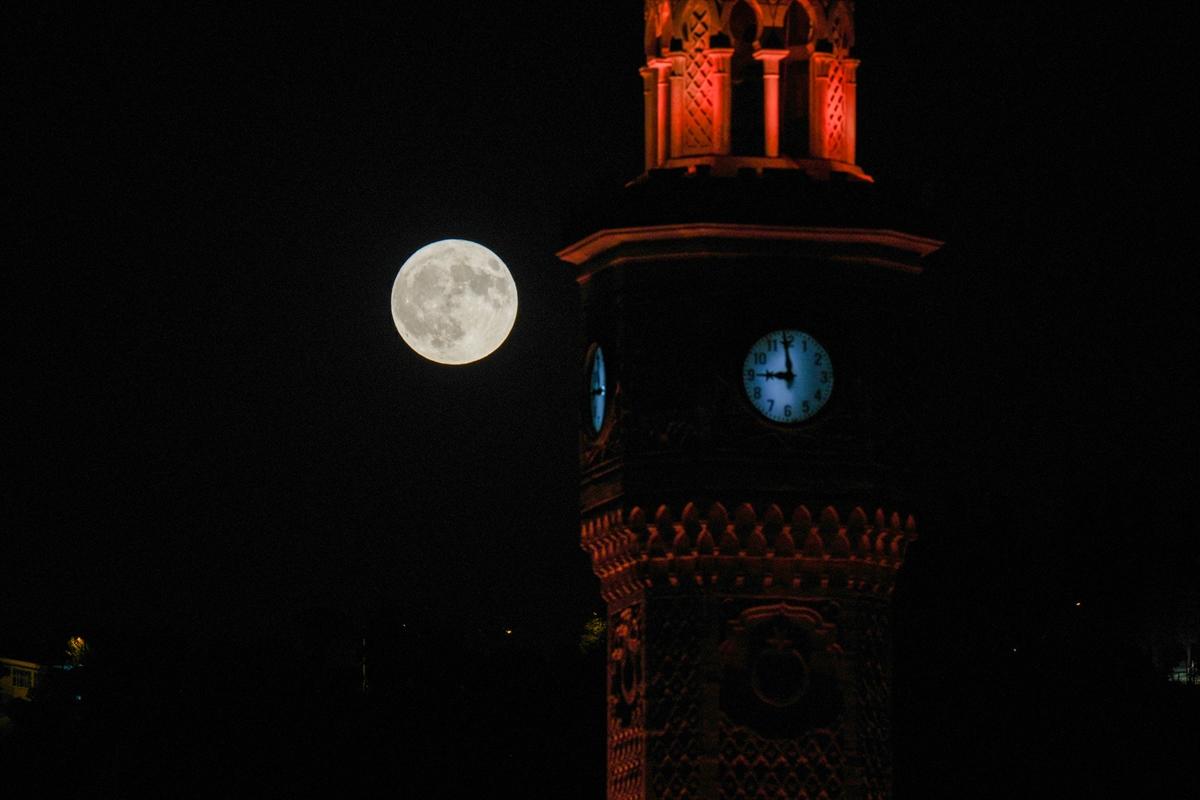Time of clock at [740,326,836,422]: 8:59
